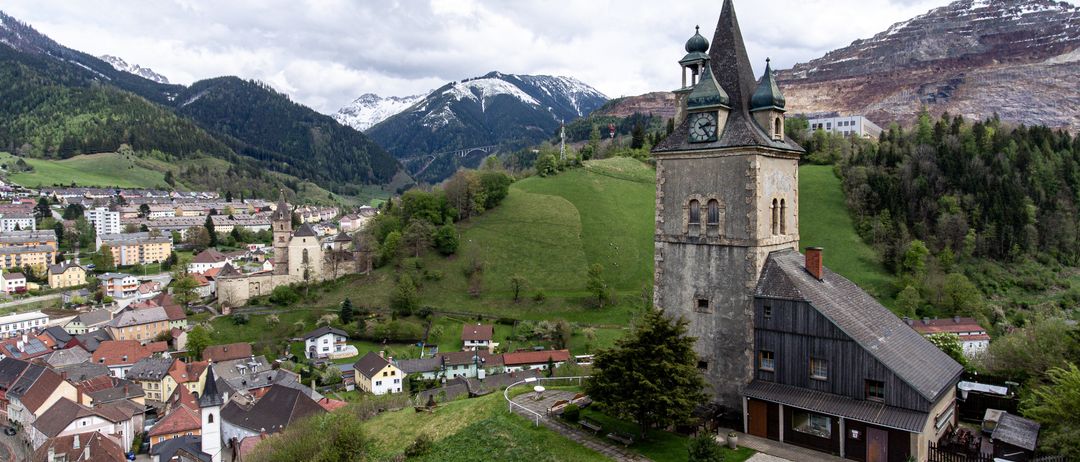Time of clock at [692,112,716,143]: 2:24
